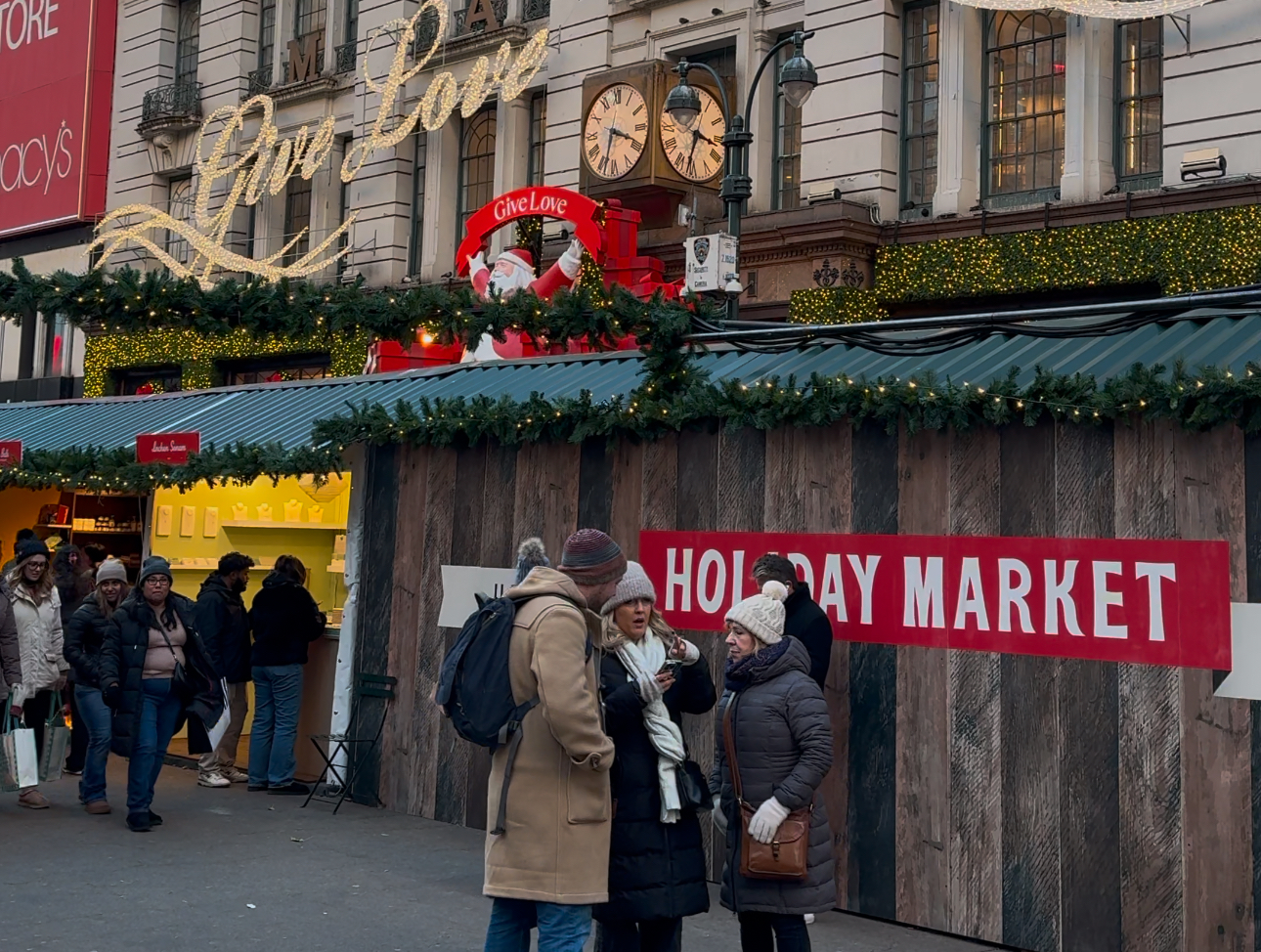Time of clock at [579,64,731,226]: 3:33
